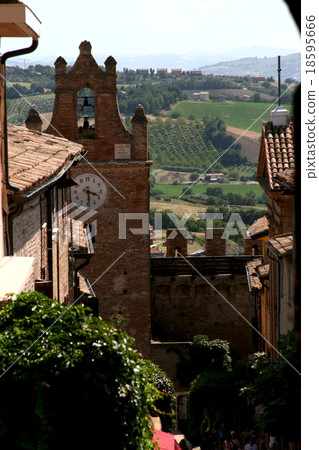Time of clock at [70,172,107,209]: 3:29
